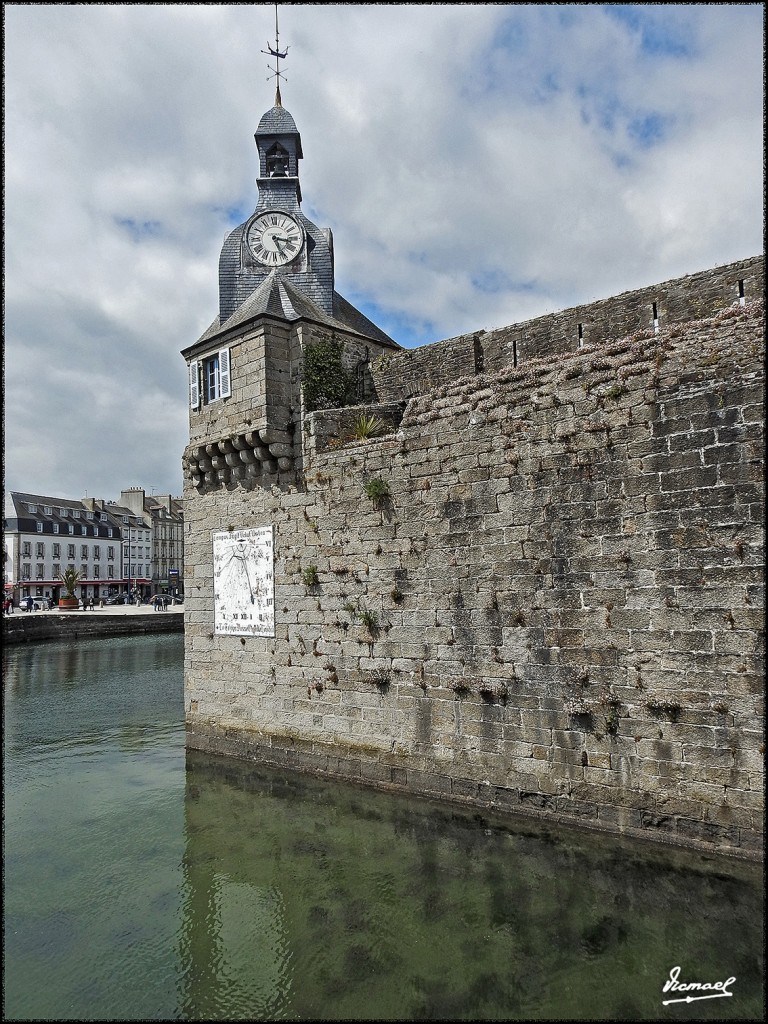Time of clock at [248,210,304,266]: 3:26
